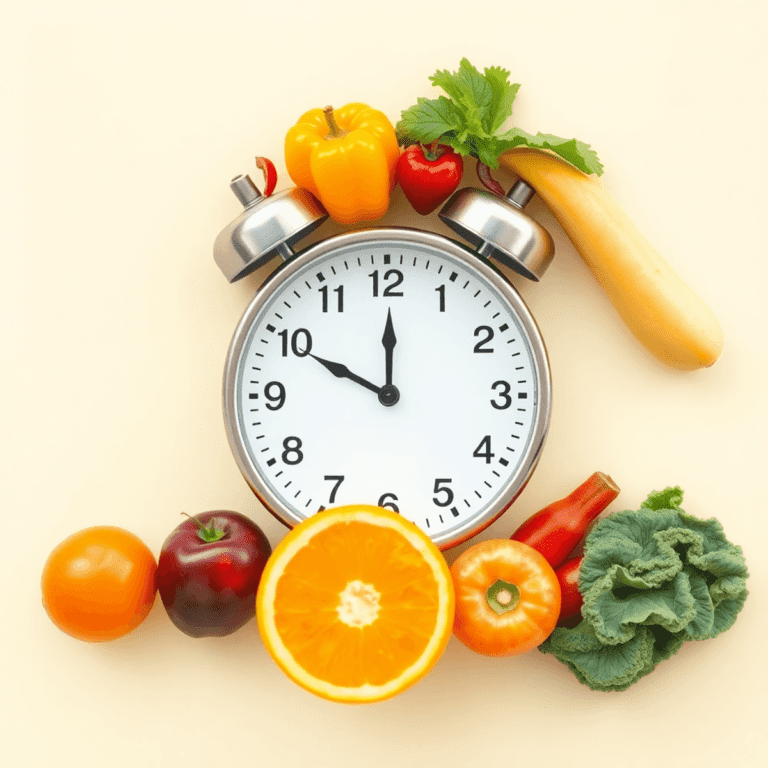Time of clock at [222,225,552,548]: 10:00
